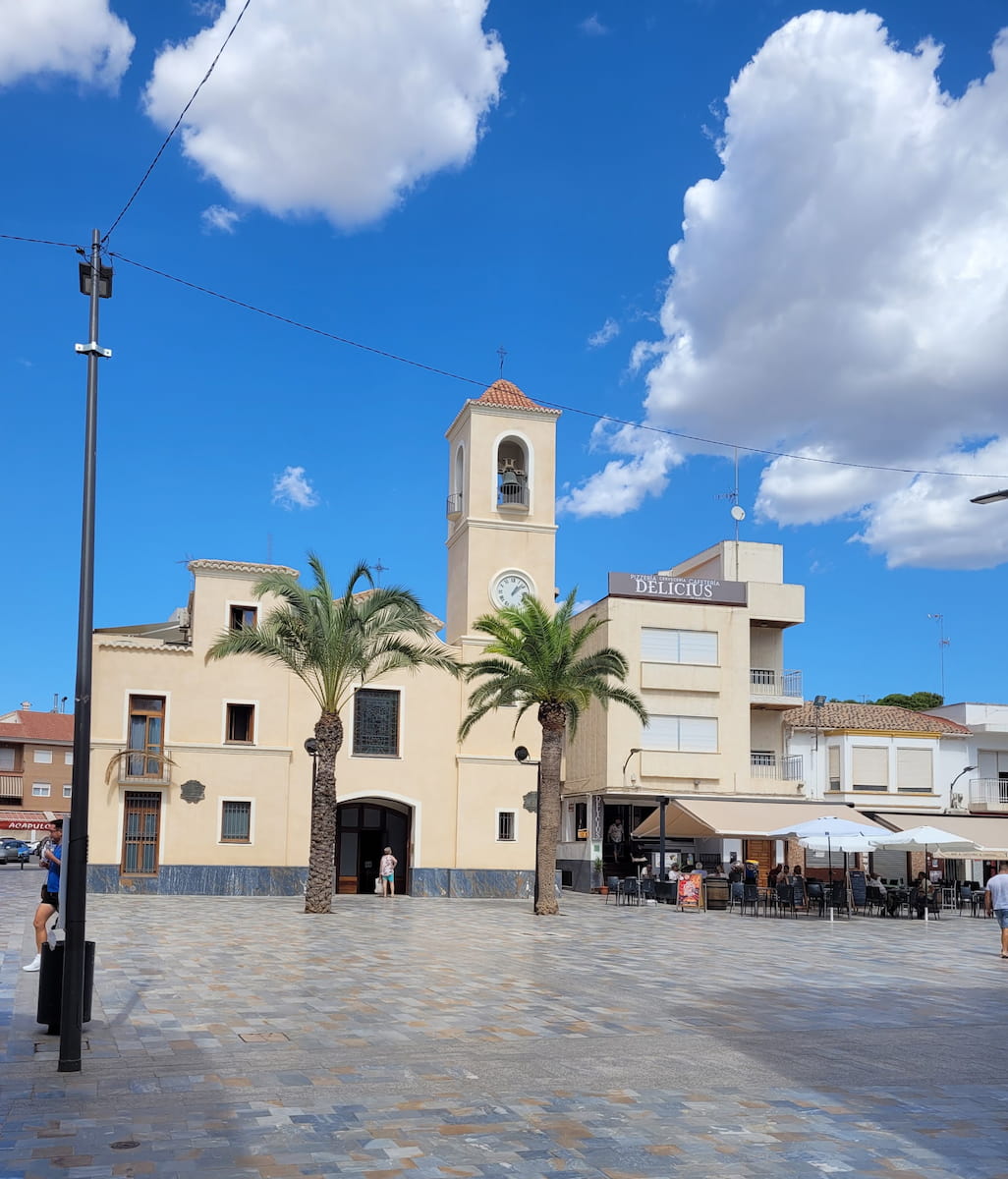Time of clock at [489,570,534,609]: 1:07
